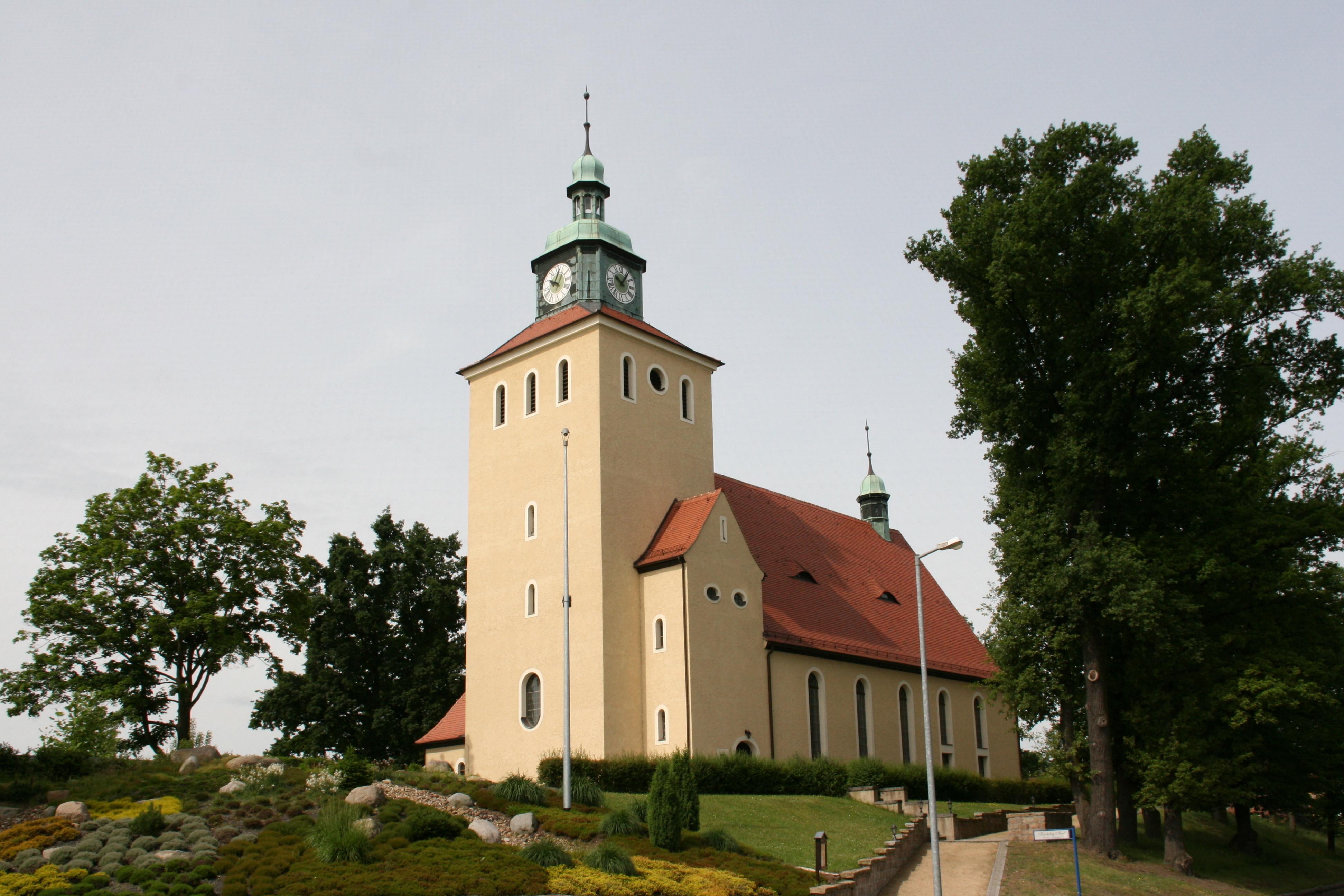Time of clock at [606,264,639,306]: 10:05
